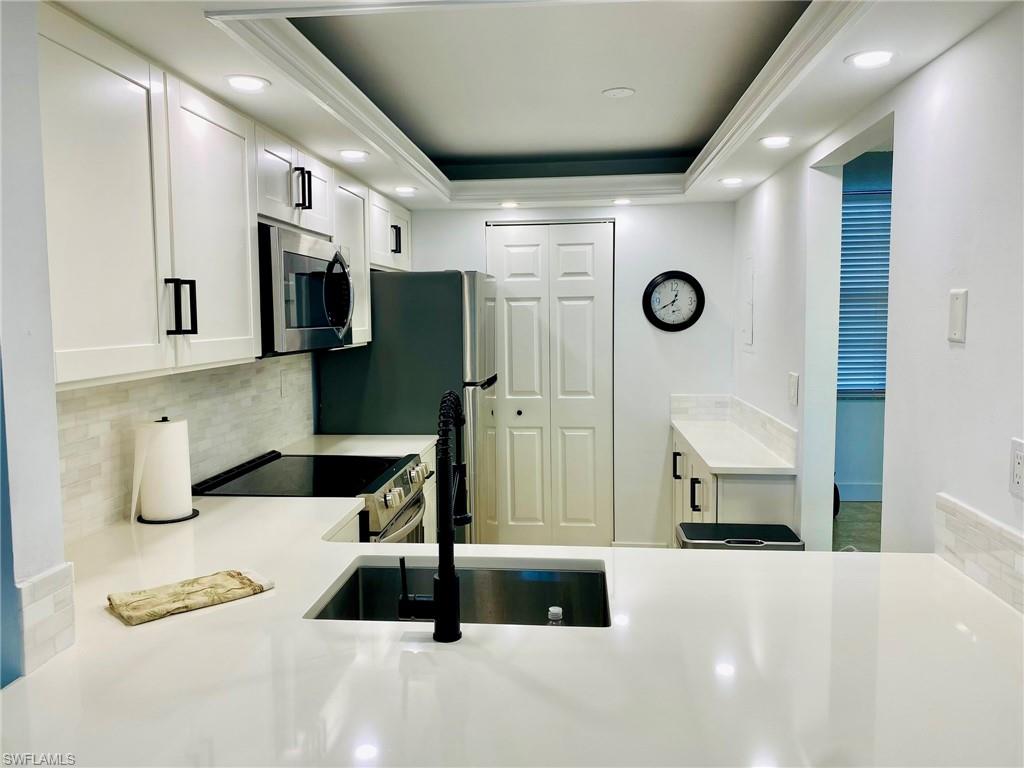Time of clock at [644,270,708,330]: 12:40
